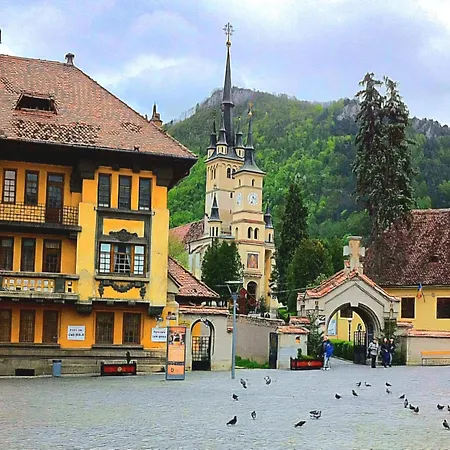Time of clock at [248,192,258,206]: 4:33
